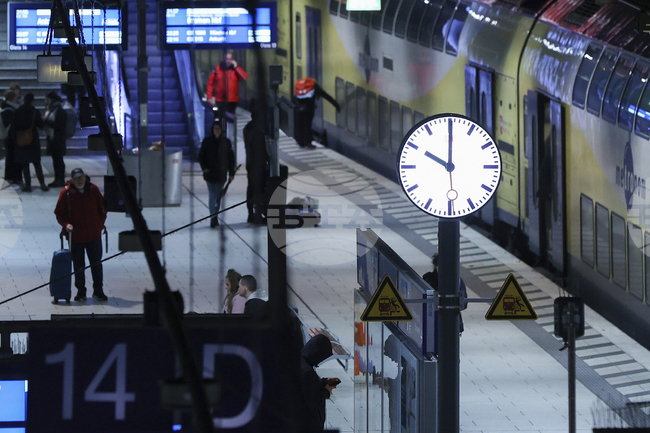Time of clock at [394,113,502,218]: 10:00
